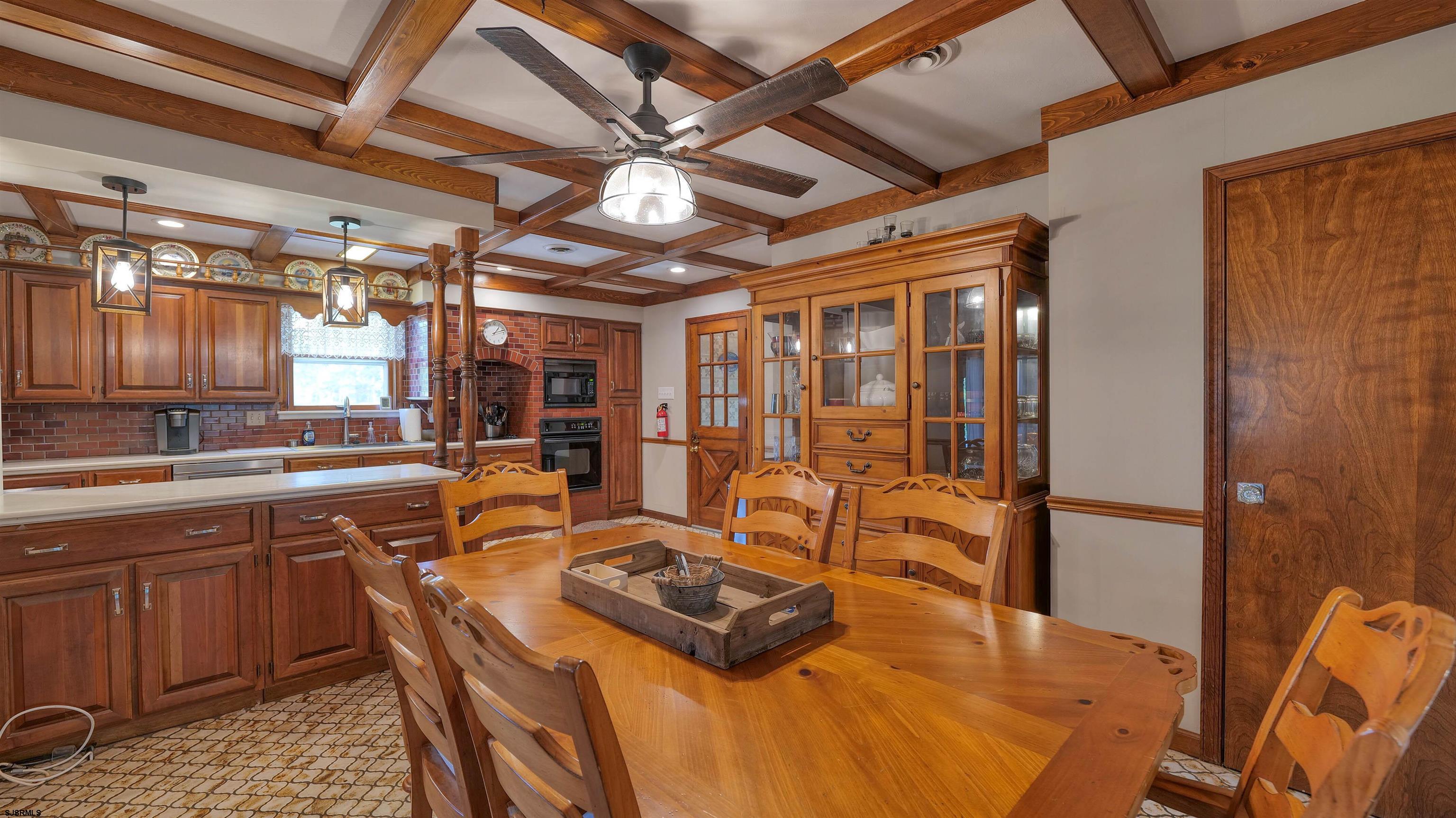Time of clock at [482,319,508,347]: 1:11
